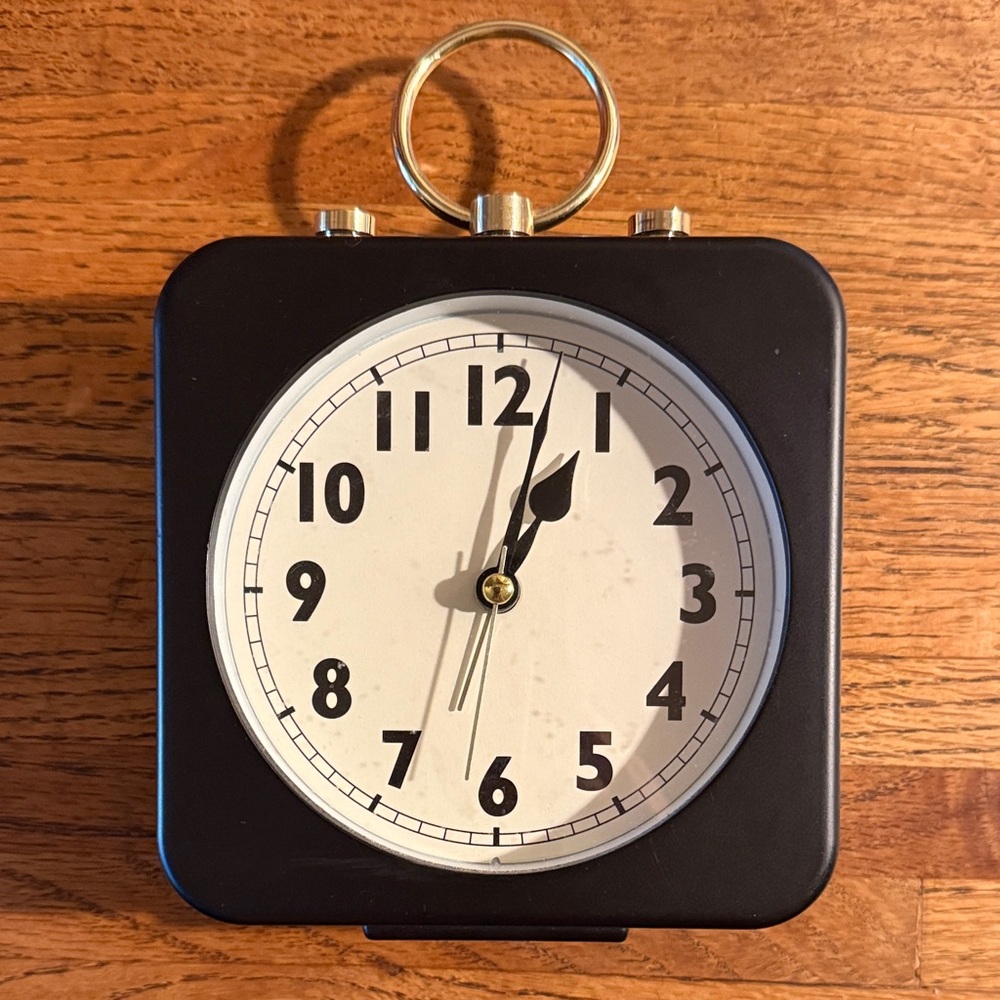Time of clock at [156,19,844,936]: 1:02
